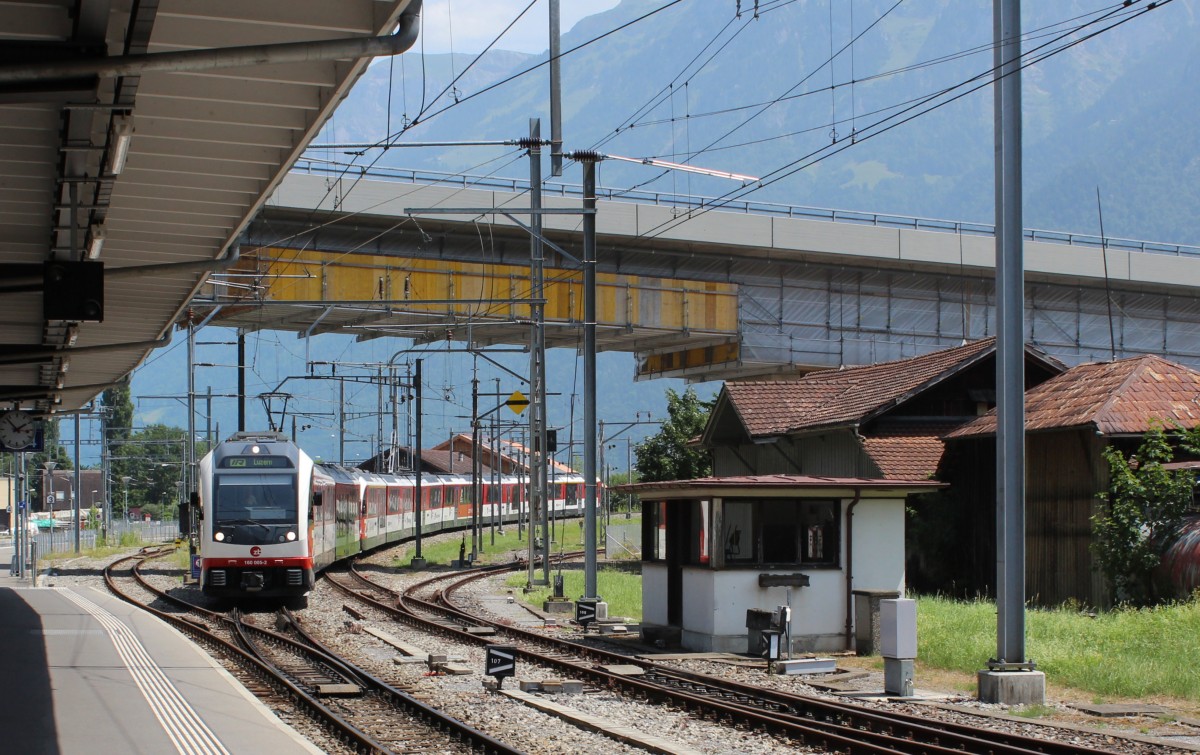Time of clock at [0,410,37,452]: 1:52
